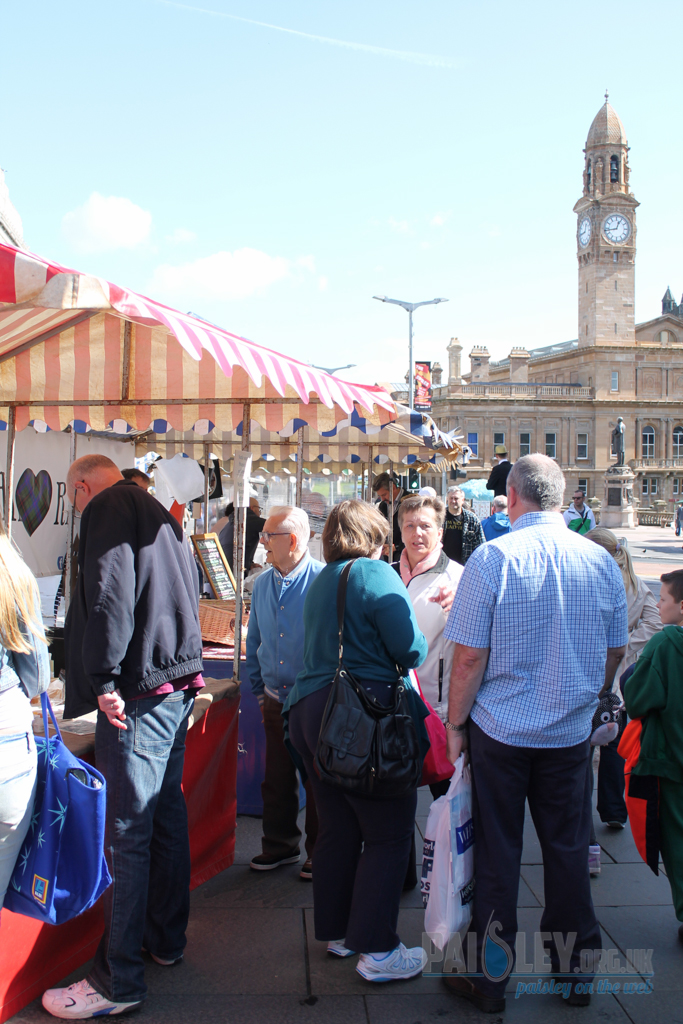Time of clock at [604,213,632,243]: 12:43
